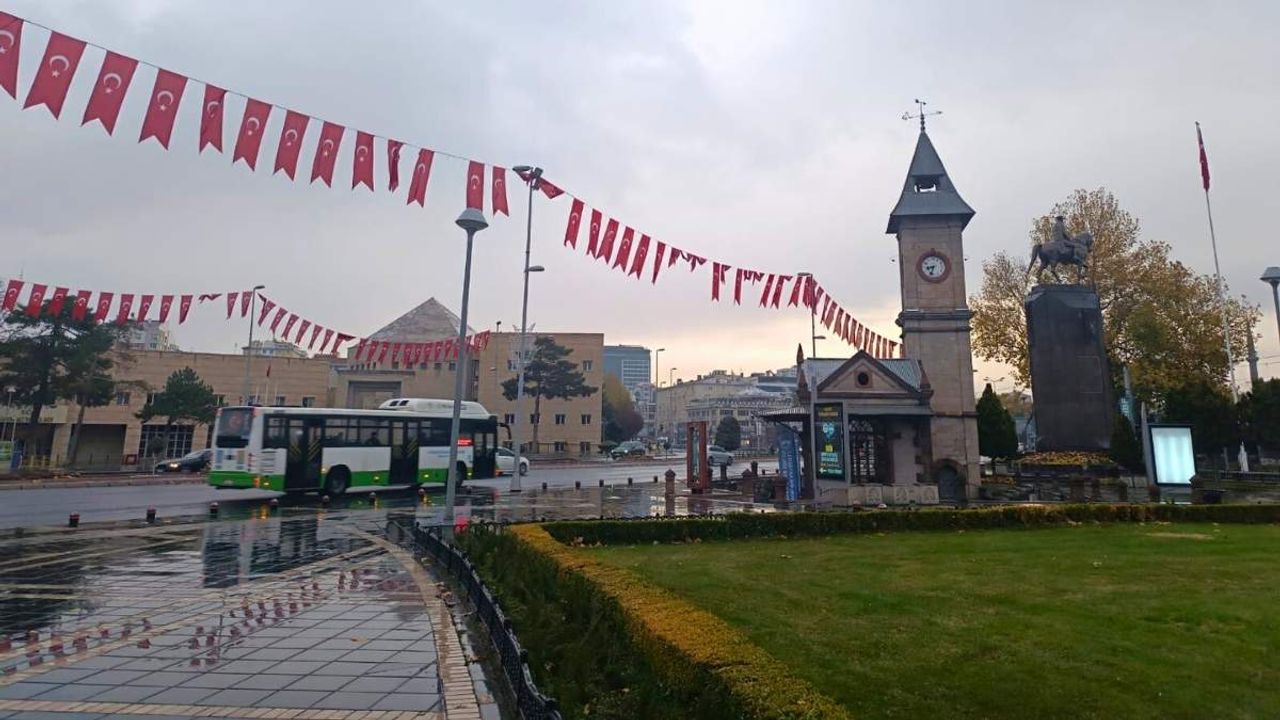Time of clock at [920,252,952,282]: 8:33
